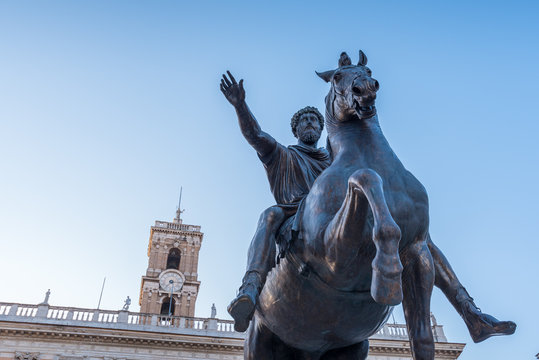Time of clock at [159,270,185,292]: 7:15
